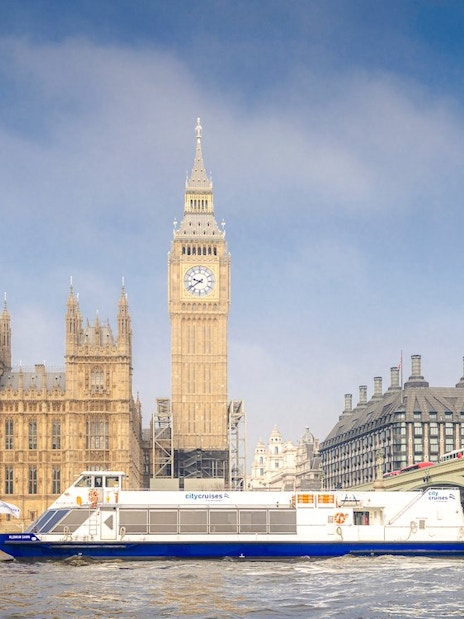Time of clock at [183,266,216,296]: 9:39
